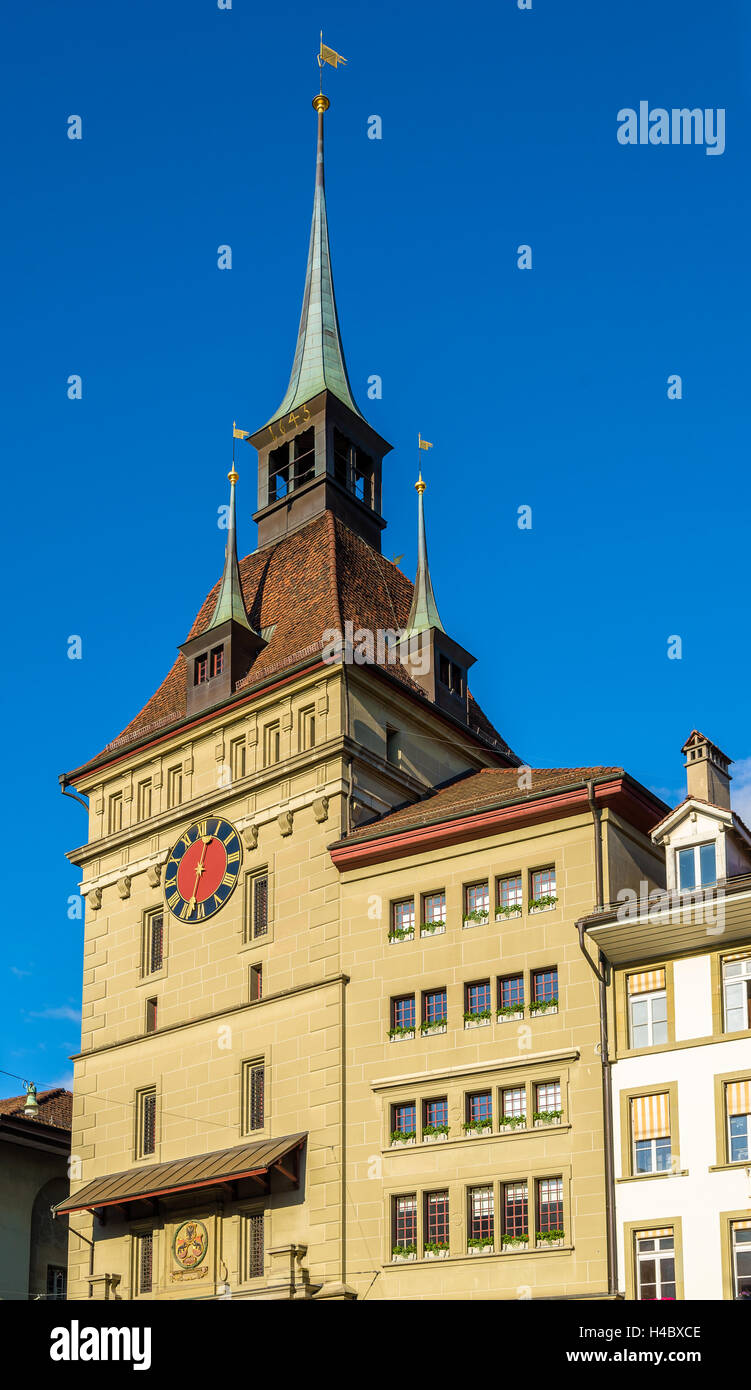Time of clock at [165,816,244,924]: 12:32
